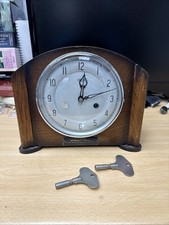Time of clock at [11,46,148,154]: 12:12
